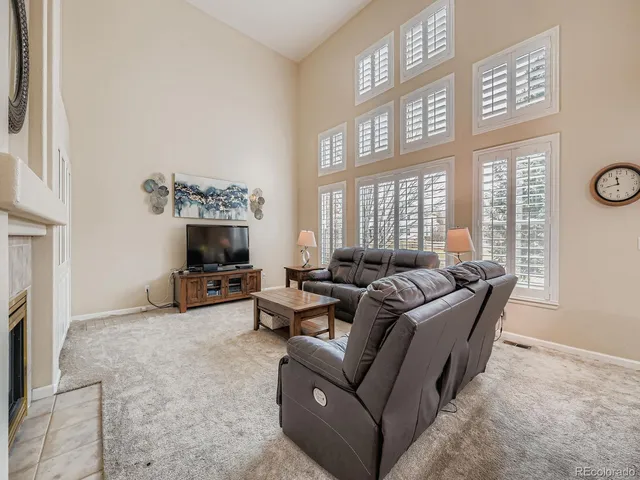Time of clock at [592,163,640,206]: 11:42
